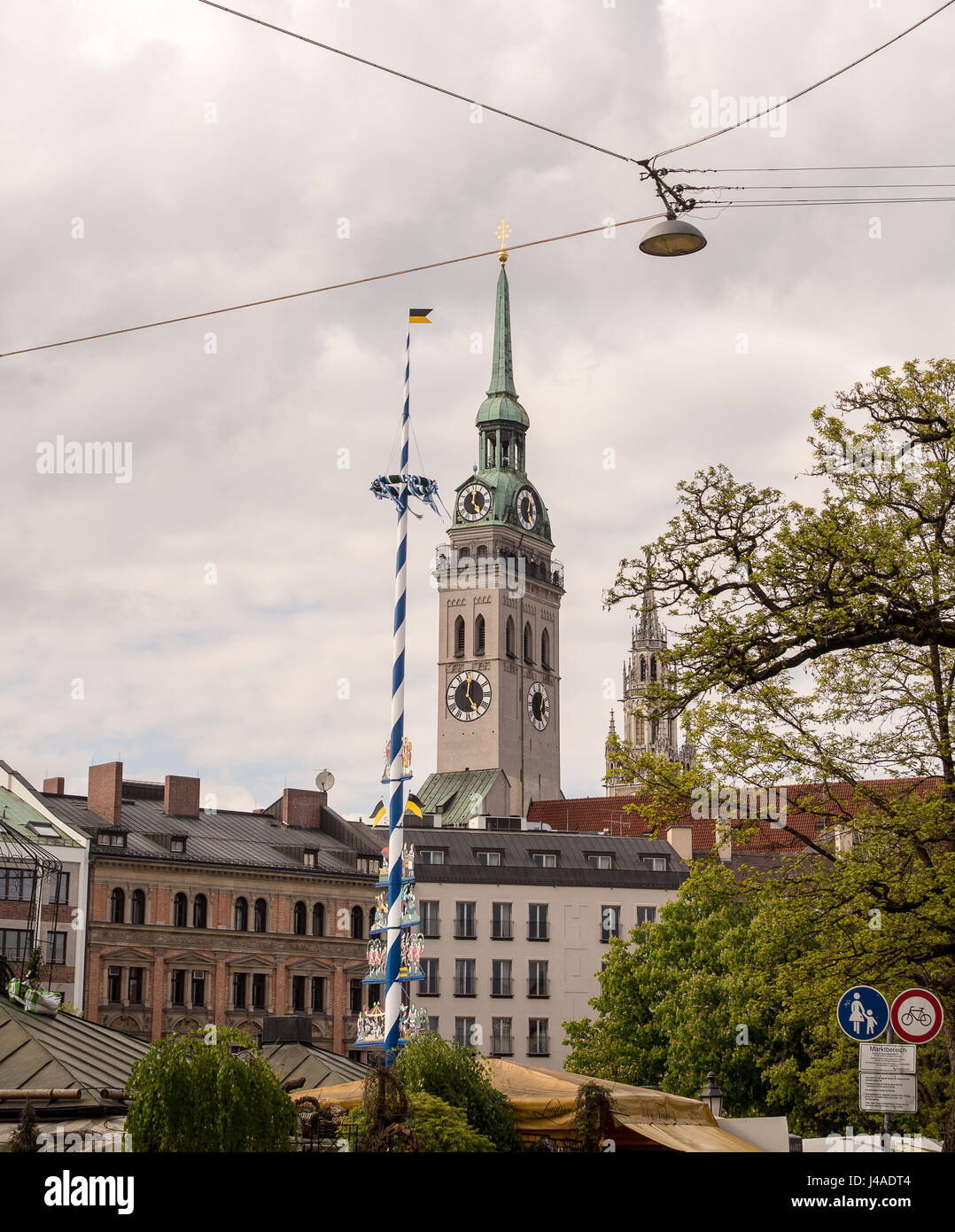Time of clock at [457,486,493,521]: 5:00
